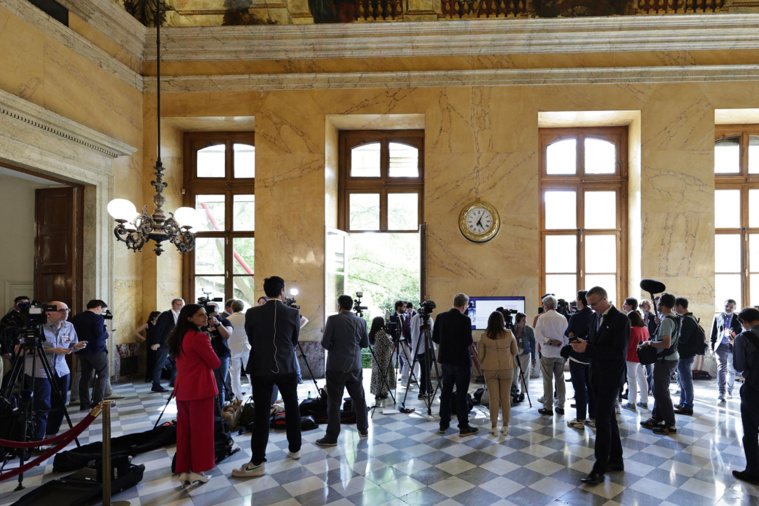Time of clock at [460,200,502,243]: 5:04
